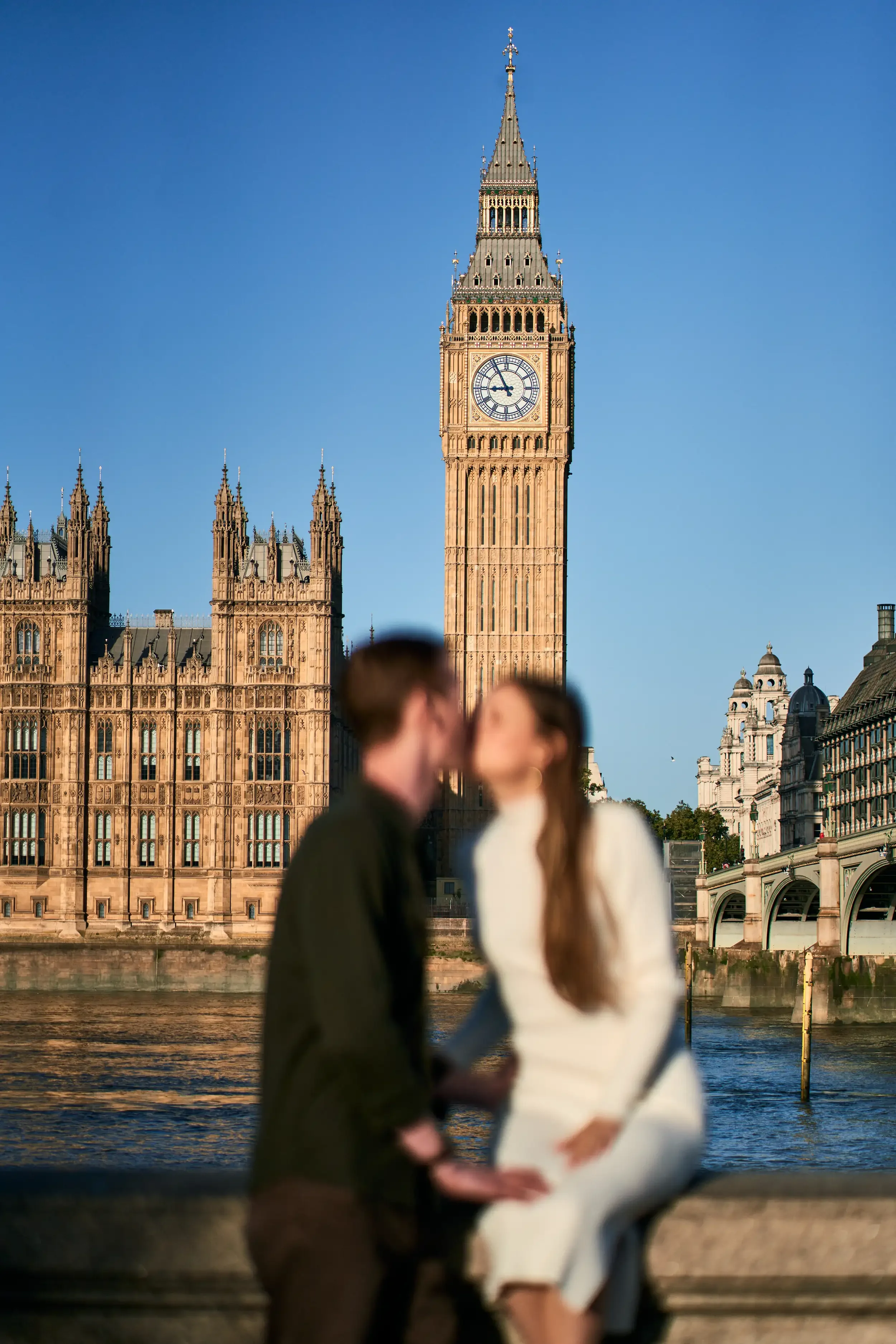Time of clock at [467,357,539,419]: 8:55
